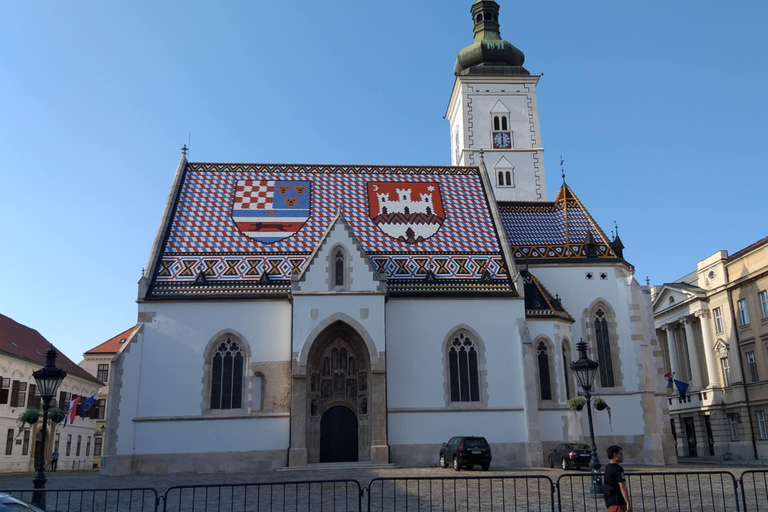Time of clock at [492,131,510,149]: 6:00
